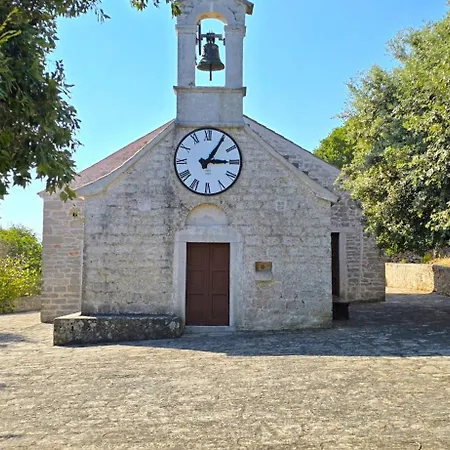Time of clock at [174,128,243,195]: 3:05
